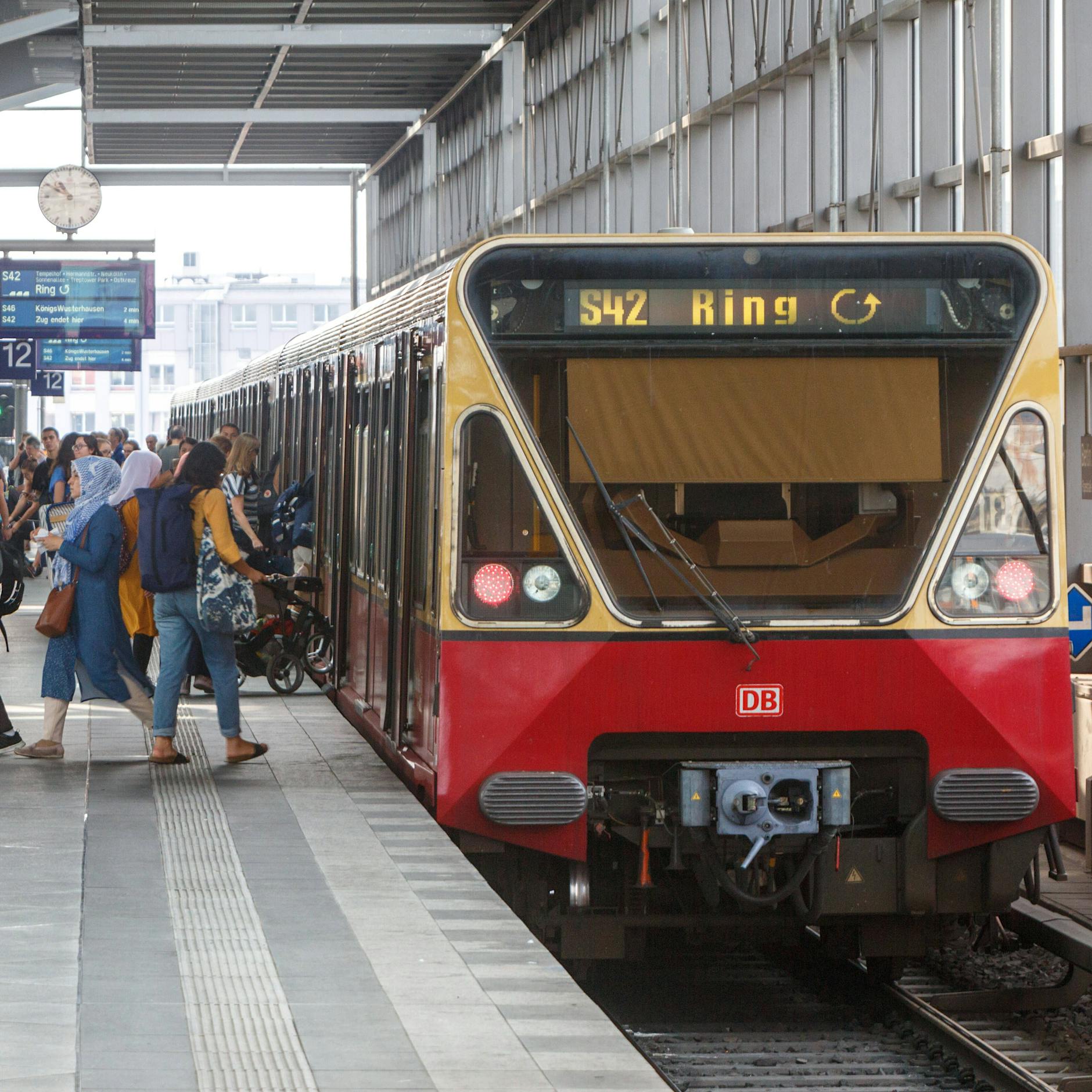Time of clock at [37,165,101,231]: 10:49
